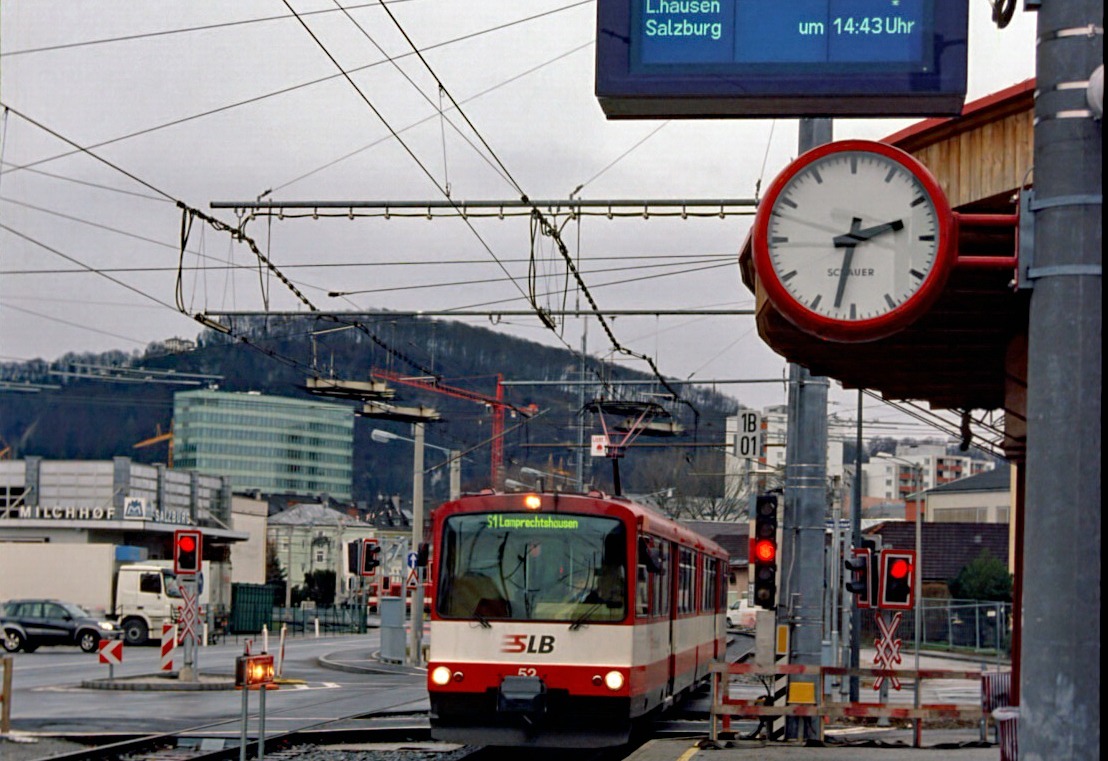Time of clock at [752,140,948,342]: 2:32
